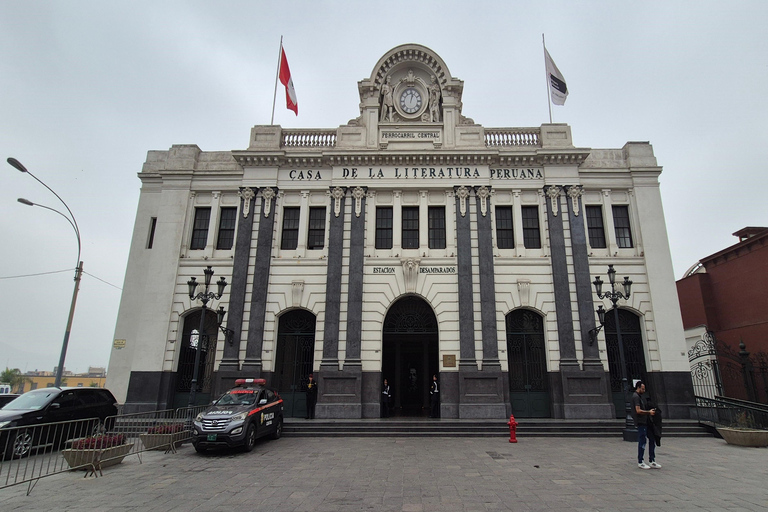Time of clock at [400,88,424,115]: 1:02
